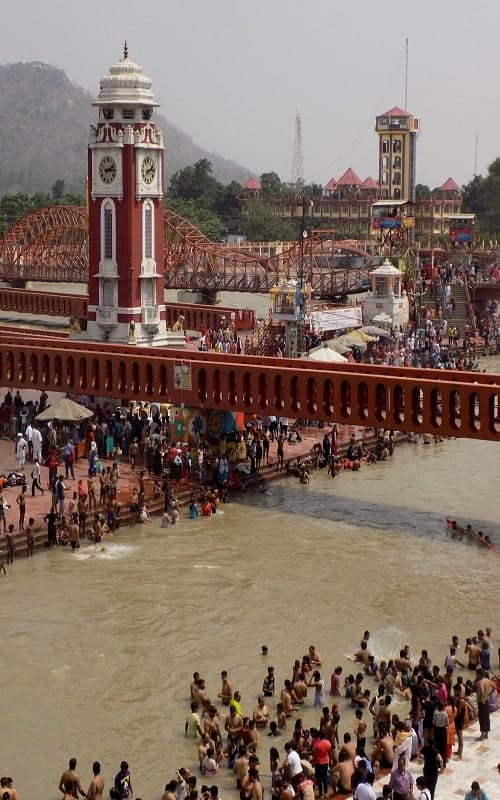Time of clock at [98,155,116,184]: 2:14
